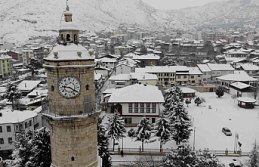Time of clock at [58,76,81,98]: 9:20
